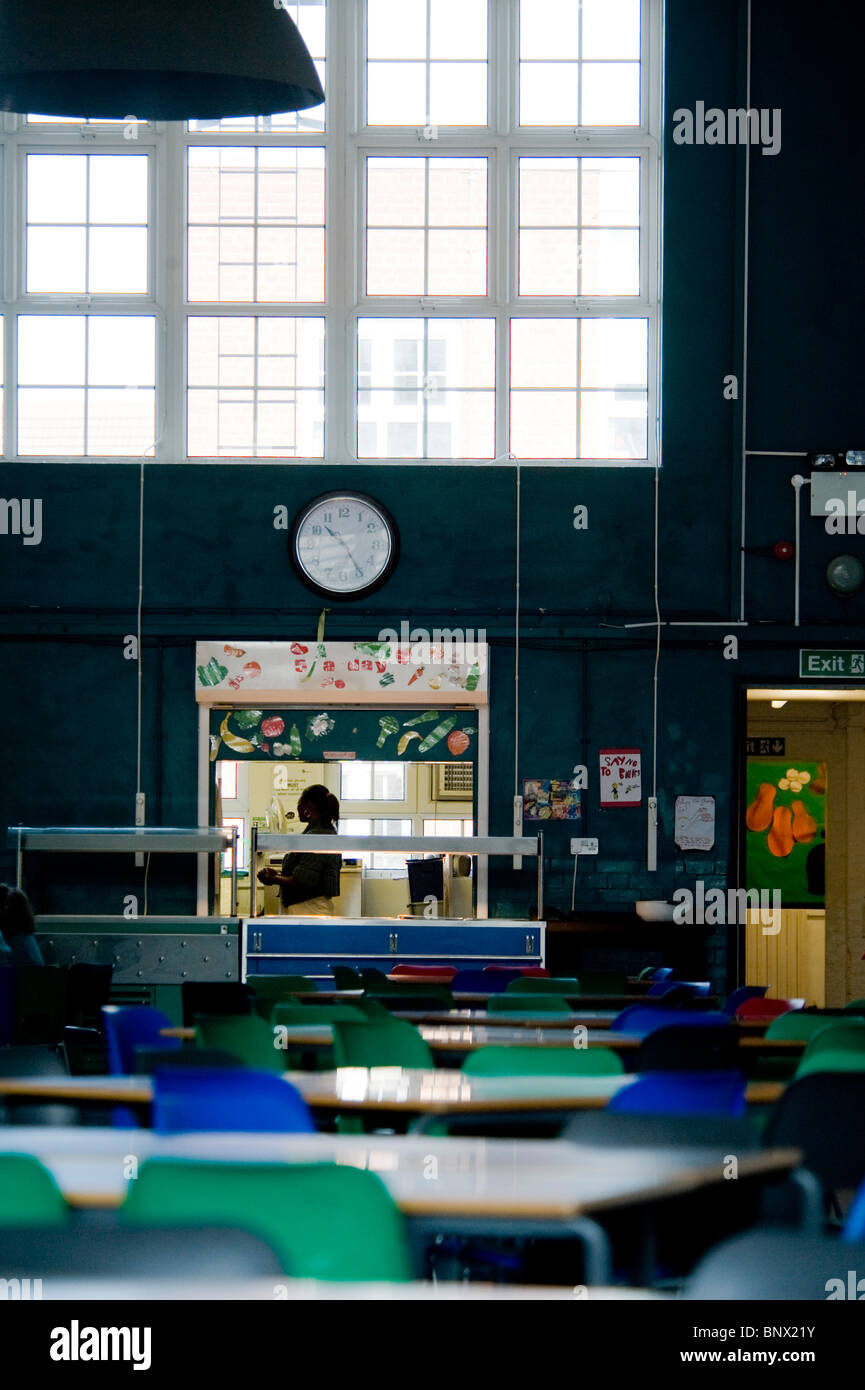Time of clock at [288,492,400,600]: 10:24
